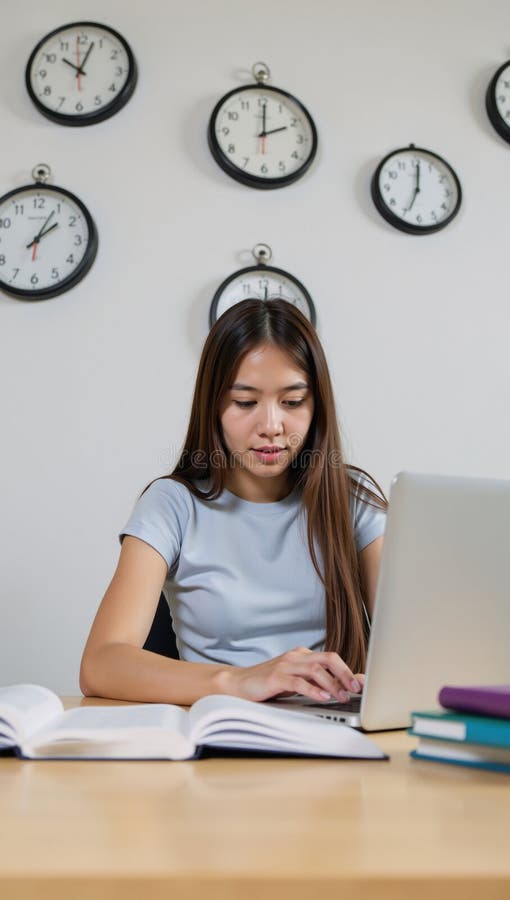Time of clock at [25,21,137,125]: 10:03
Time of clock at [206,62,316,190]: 2:00
